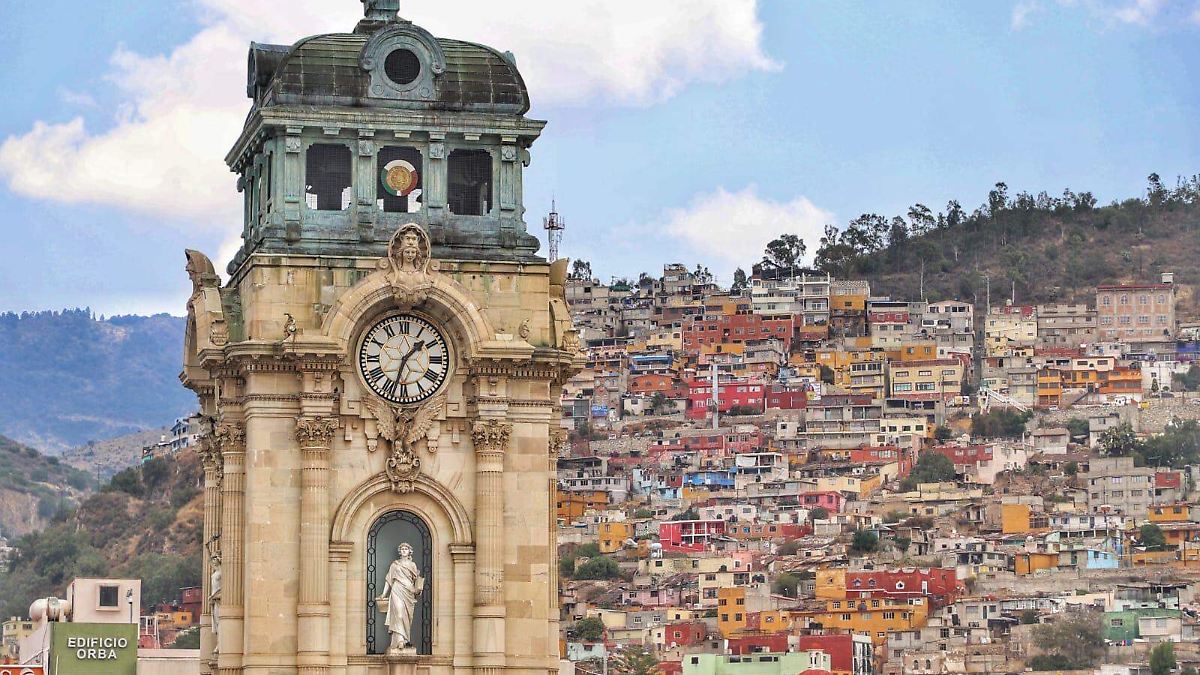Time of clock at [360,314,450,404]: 1:32
